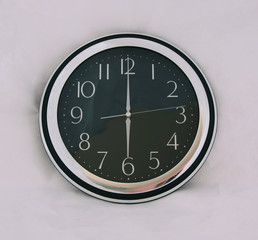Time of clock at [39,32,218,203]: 6:00
